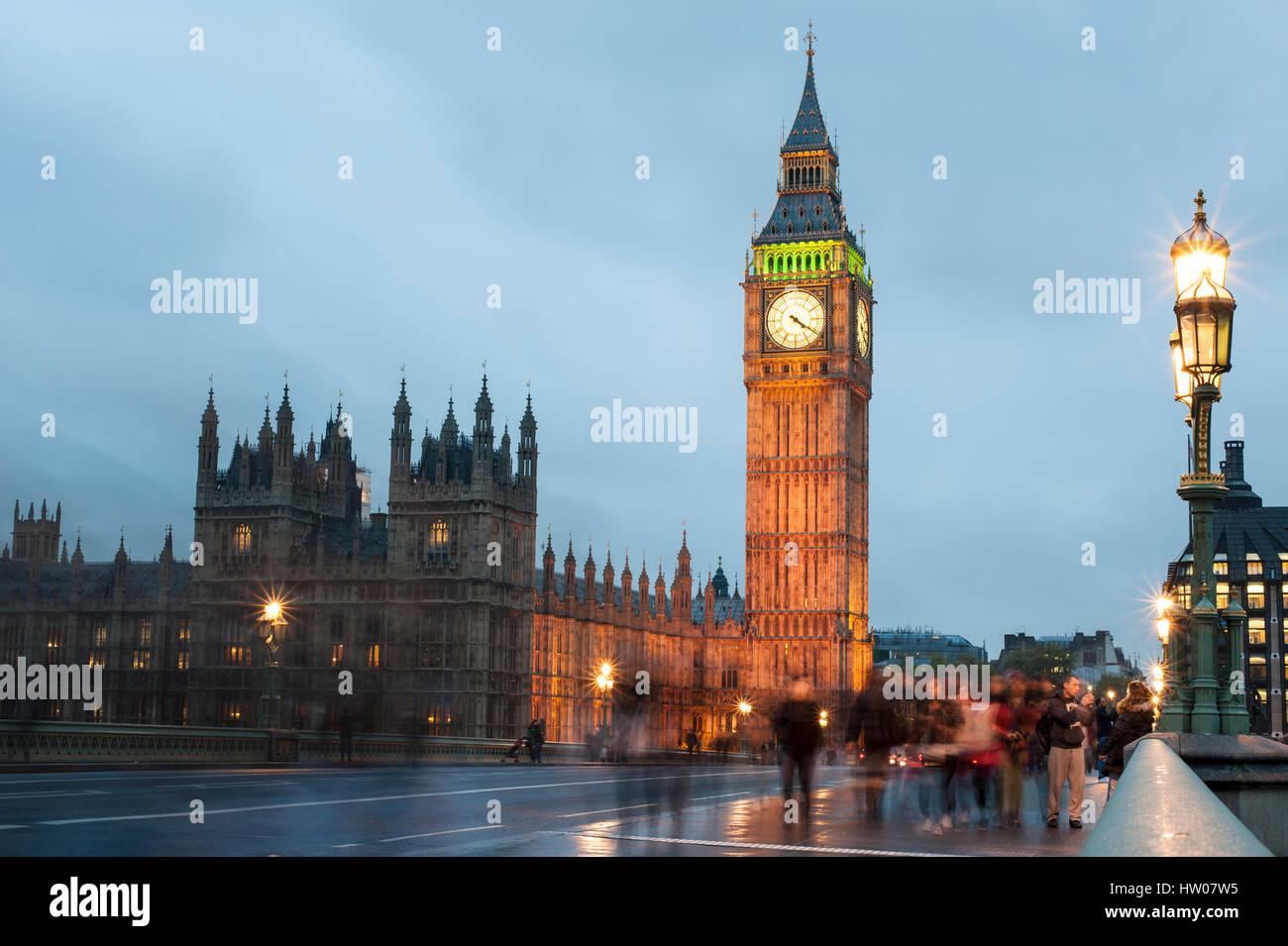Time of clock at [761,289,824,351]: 4:20
